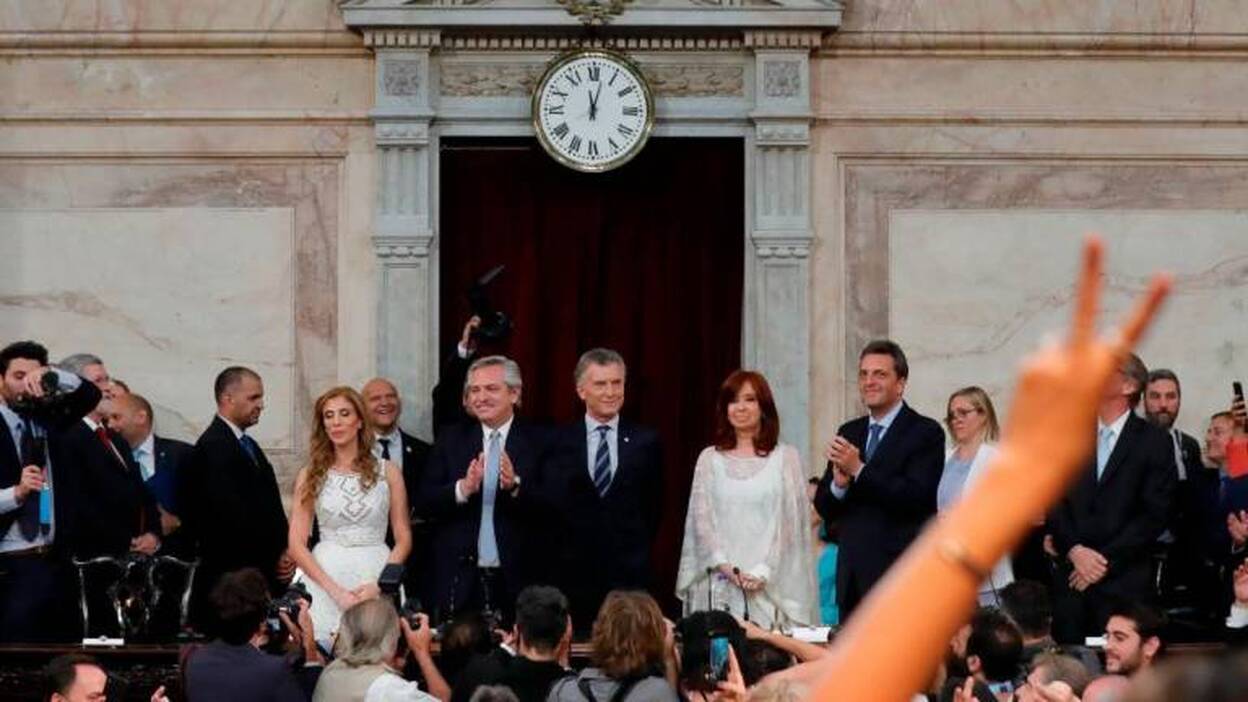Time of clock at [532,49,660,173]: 12:02
